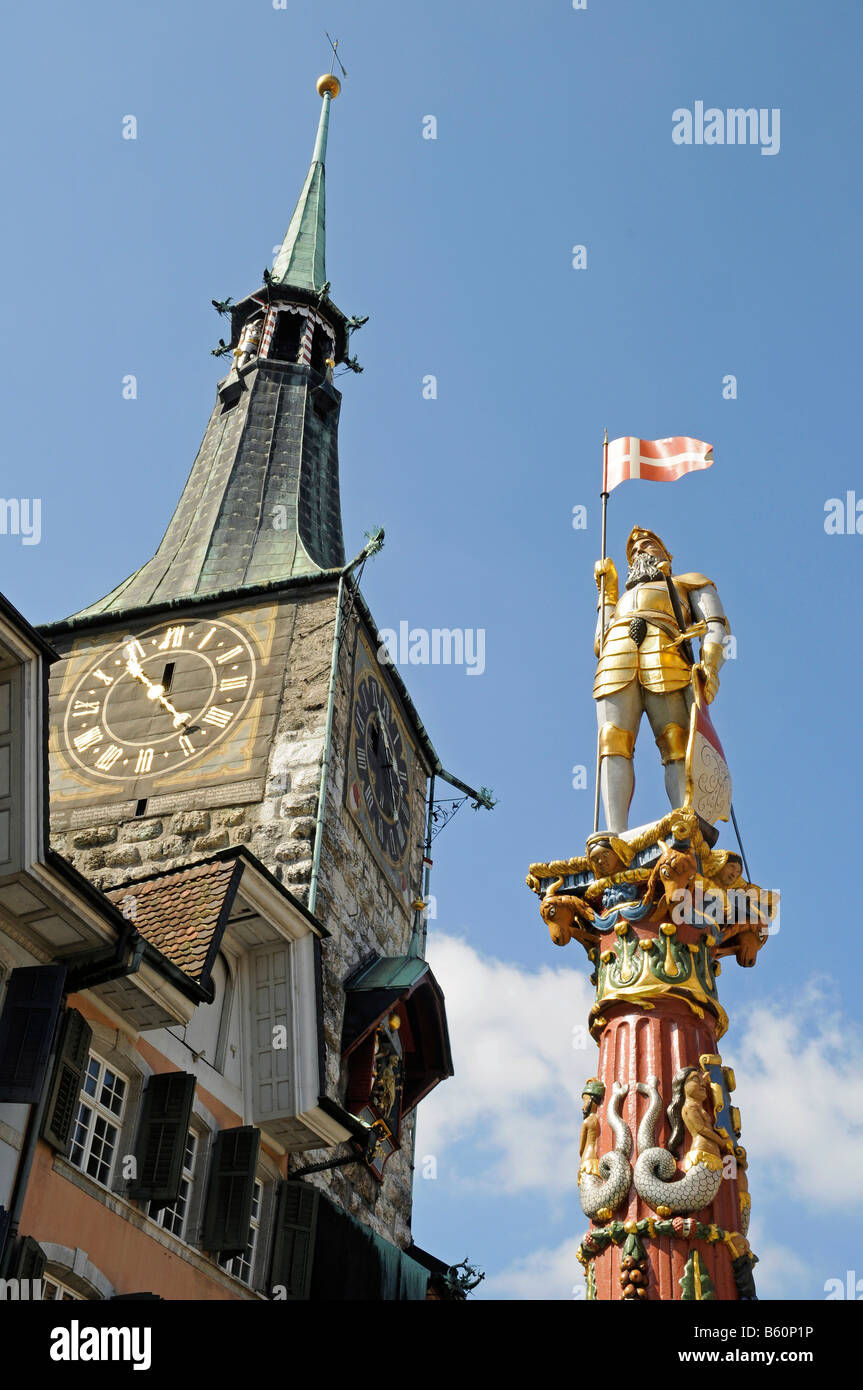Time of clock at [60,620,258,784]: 12:23
